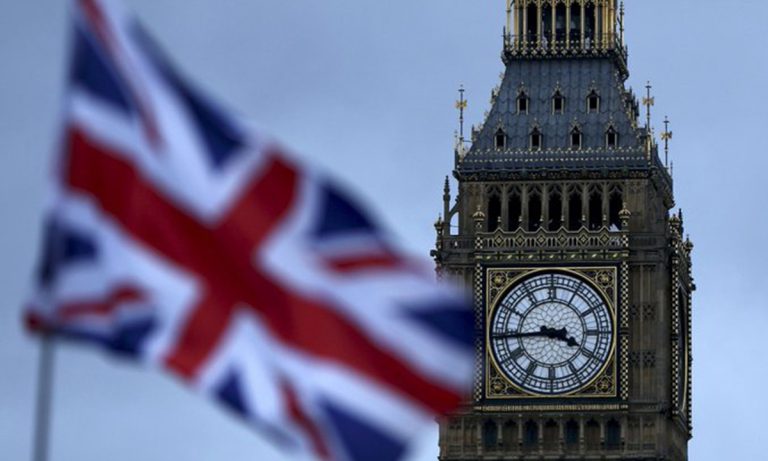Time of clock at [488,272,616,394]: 3:43
